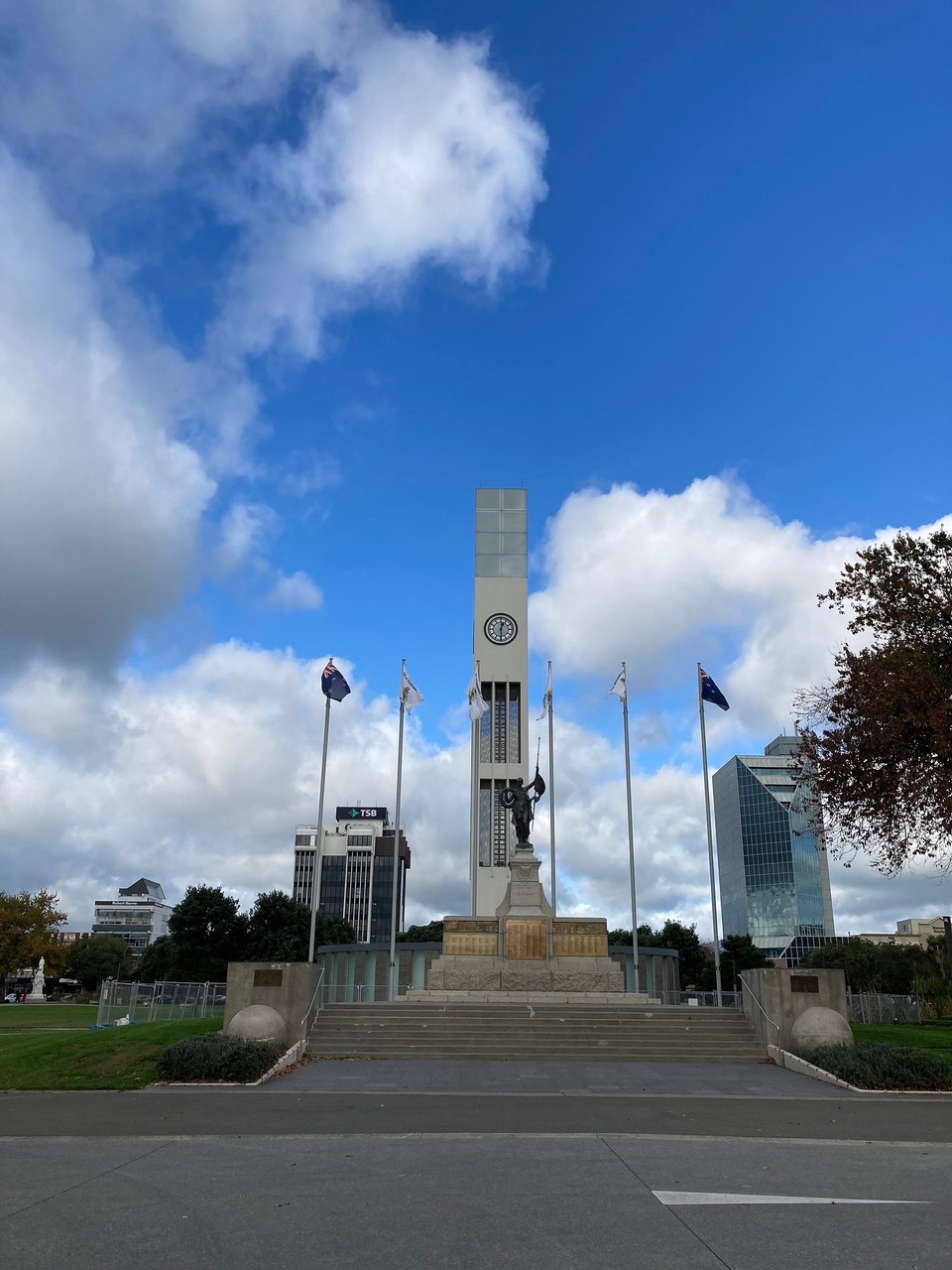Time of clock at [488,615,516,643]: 12:29
